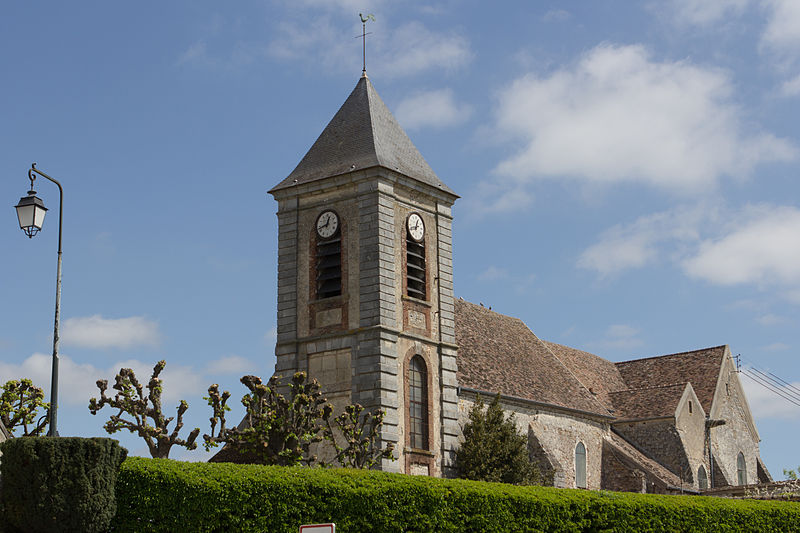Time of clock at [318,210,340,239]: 12:42
